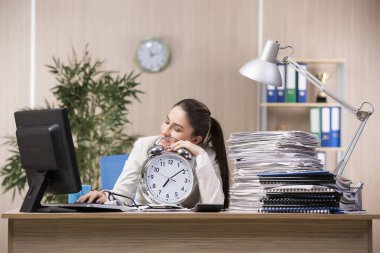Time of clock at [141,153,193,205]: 7:08
